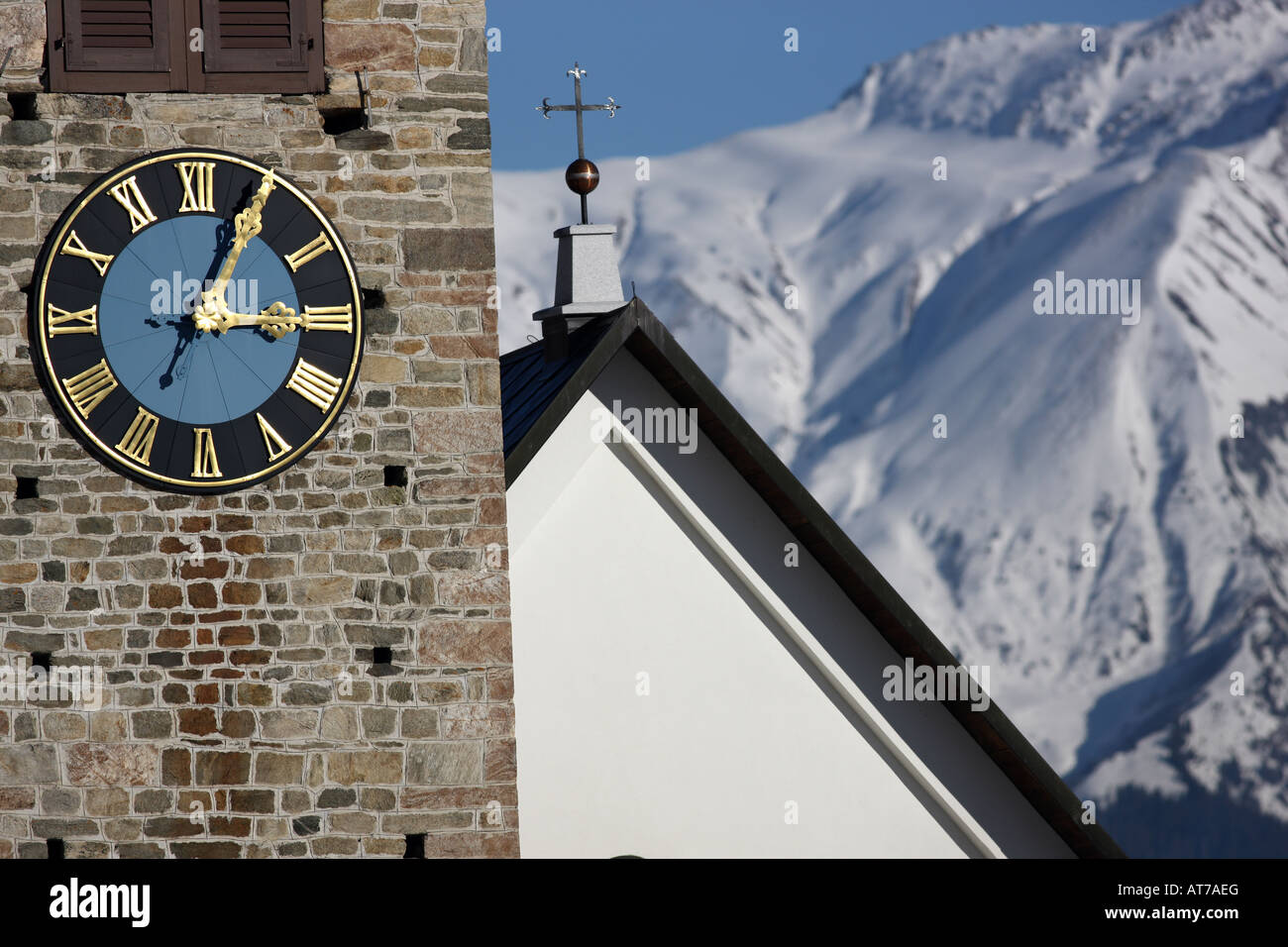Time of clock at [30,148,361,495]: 3:04
